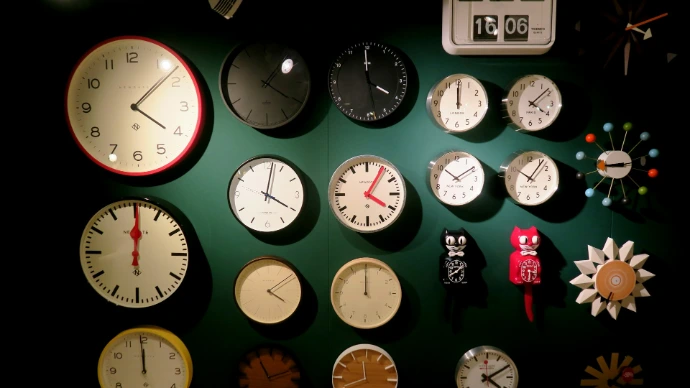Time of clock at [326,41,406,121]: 3:59
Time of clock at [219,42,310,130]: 1:20
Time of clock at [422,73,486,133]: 12:00
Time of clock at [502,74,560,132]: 4:08
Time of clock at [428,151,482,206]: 10:09
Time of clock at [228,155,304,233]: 4:01
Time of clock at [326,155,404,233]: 4:04
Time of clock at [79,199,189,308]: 12:00
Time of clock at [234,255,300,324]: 4:09
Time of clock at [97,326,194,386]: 11:59
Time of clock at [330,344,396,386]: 11:41
